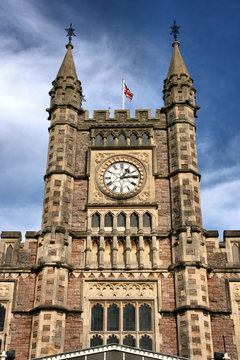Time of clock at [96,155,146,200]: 1:13
